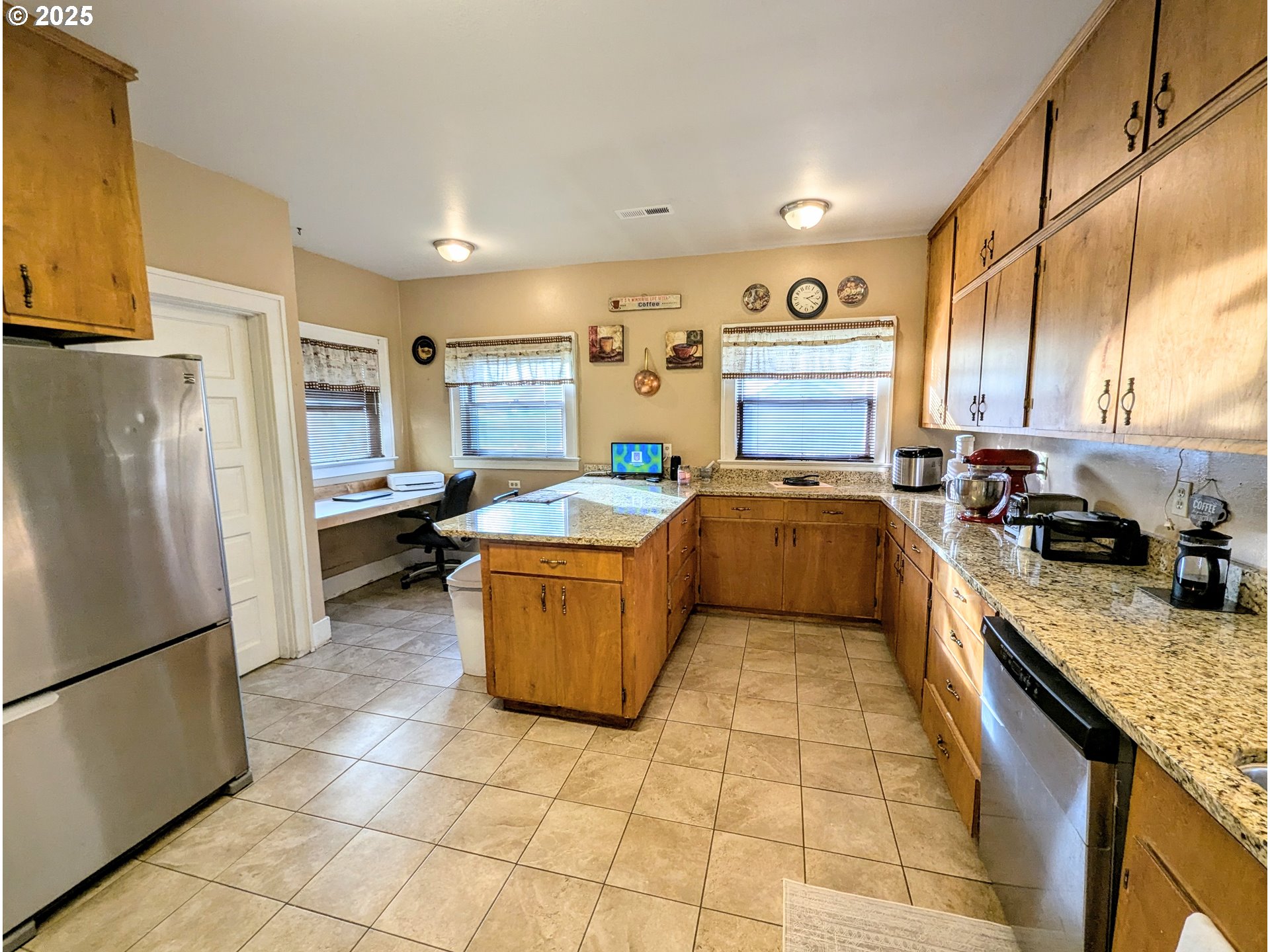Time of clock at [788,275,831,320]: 2:21
